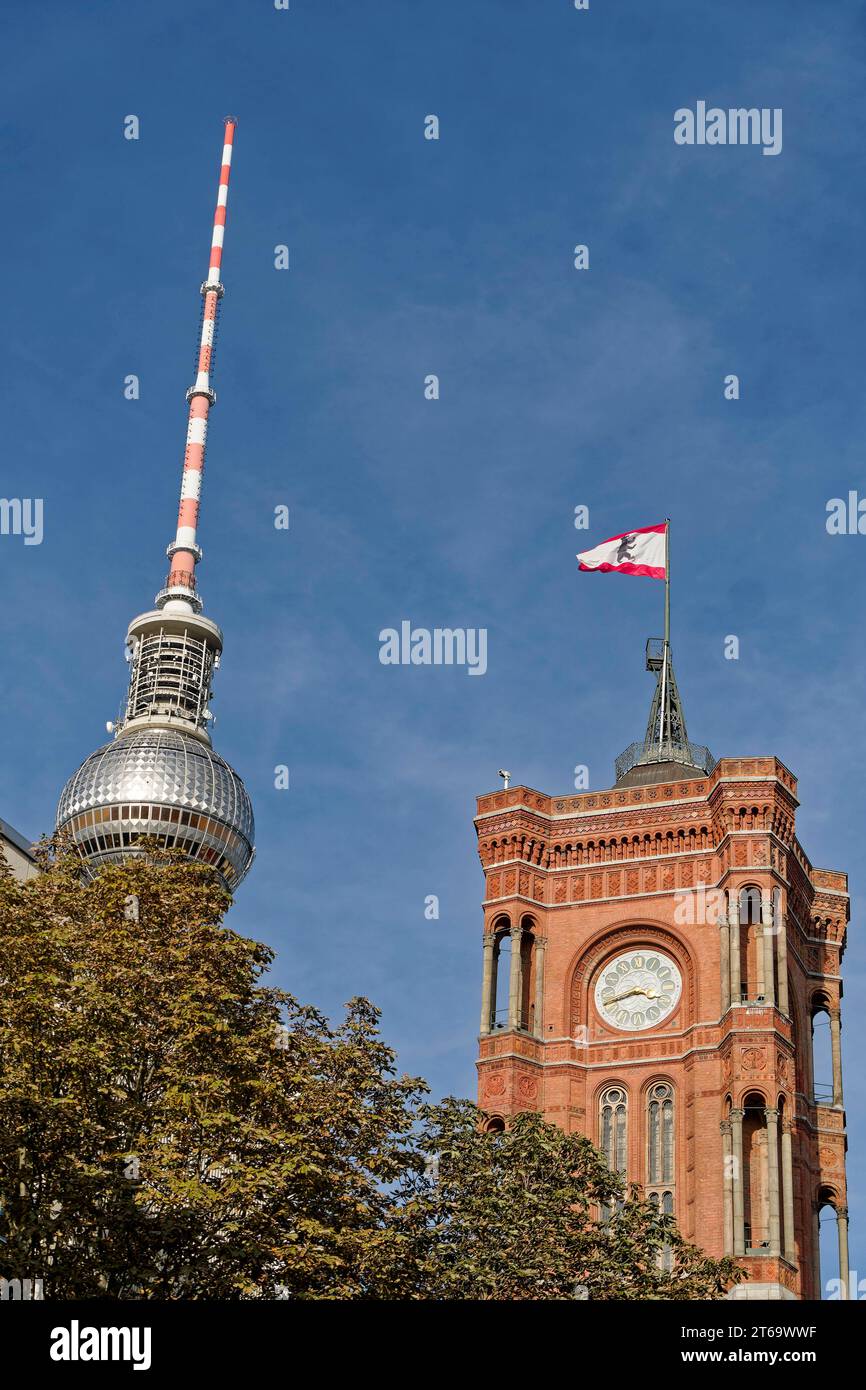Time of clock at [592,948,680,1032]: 3:41
